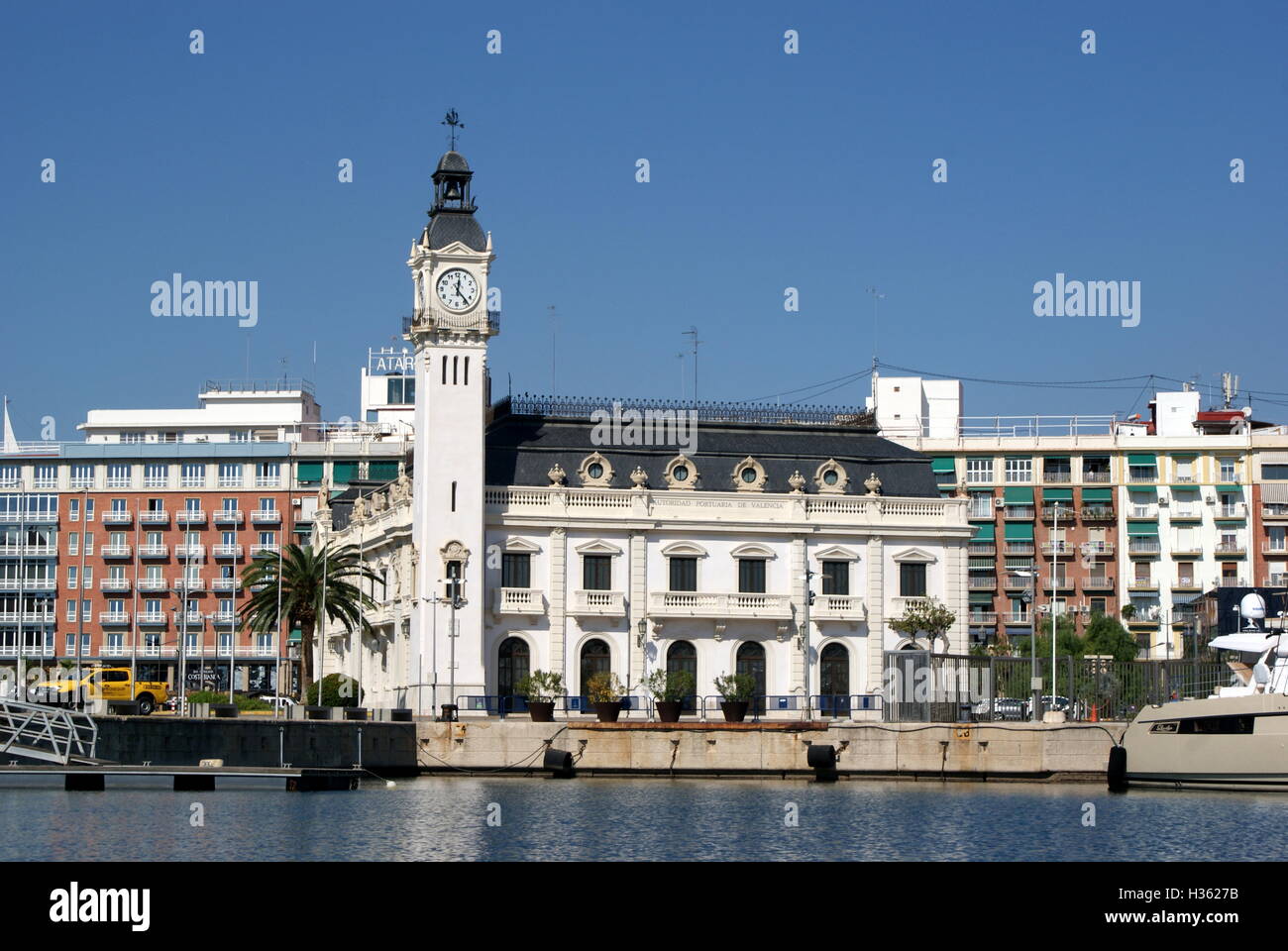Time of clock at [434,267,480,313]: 12:23
